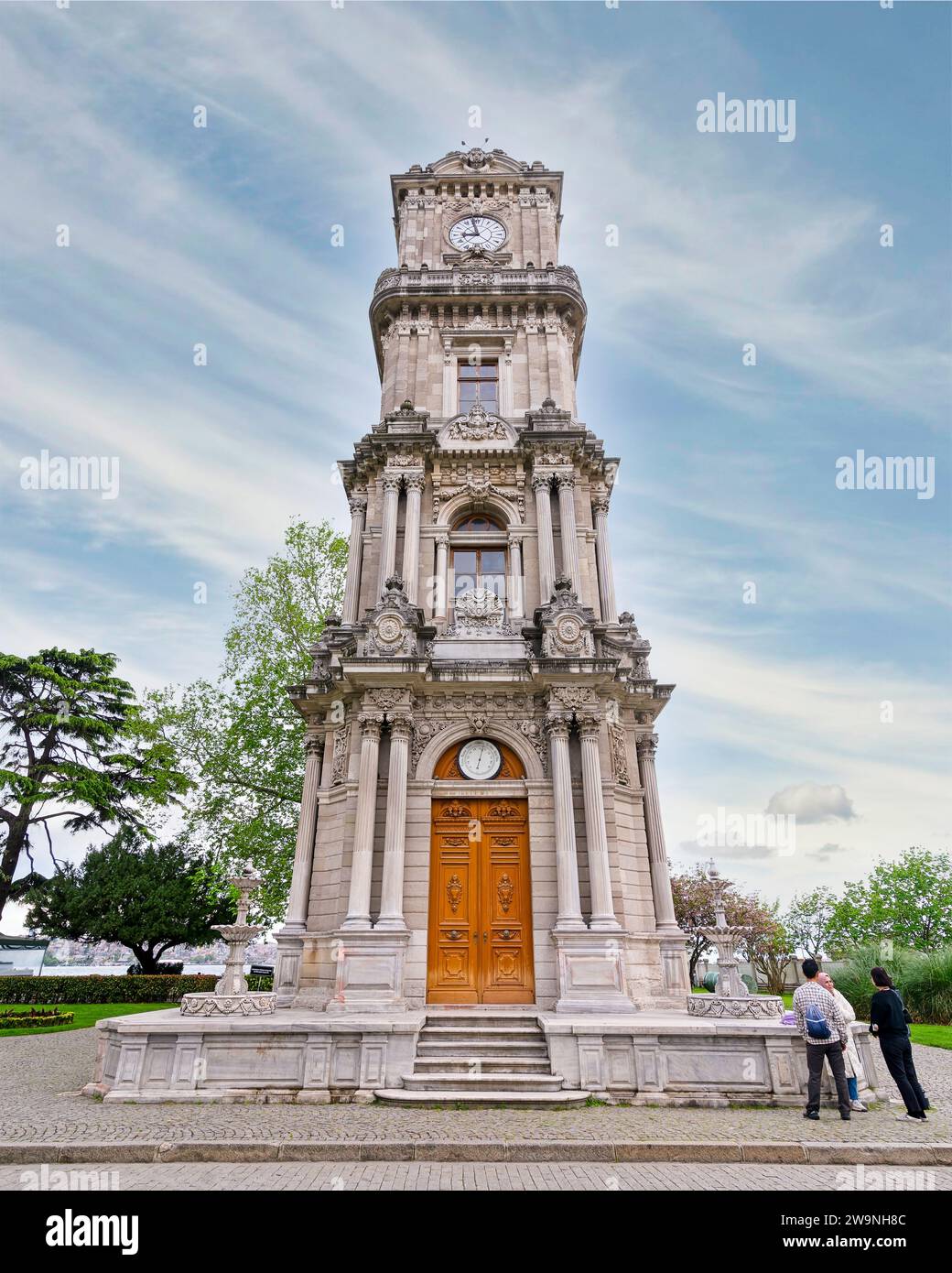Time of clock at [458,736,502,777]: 6:02
